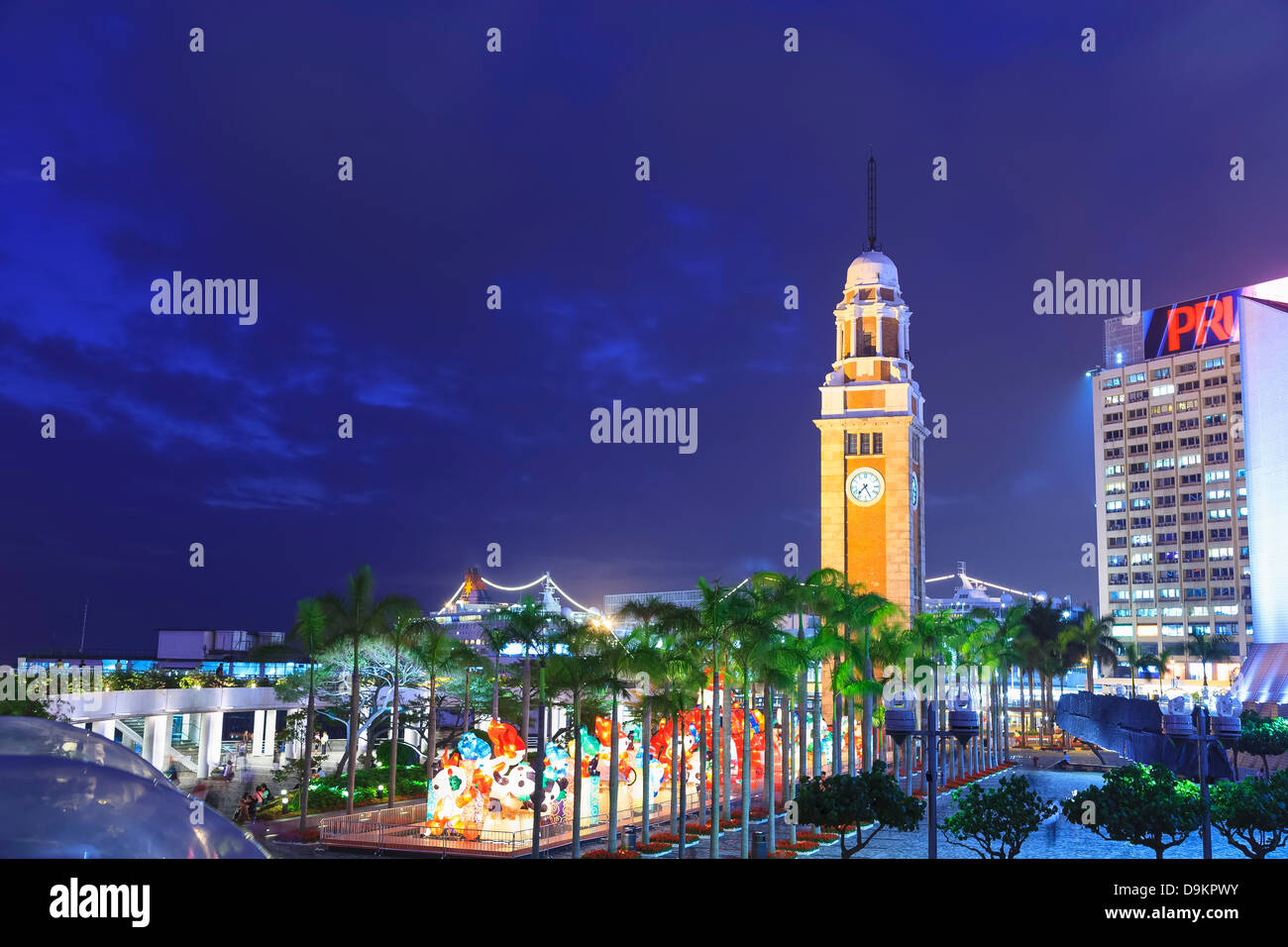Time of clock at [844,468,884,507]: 7:25
